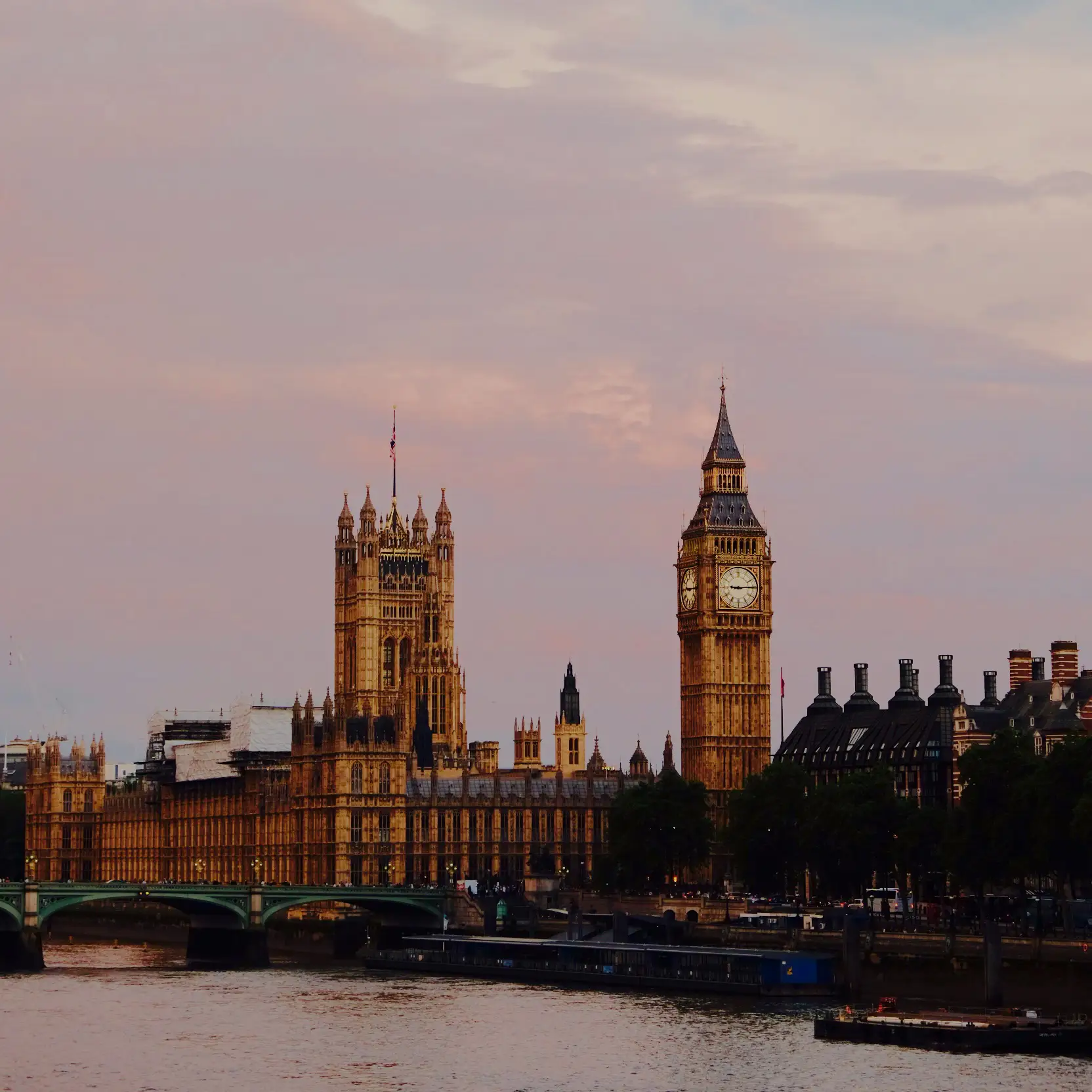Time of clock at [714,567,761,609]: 9:14
